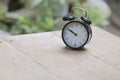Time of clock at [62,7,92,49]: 9:50
